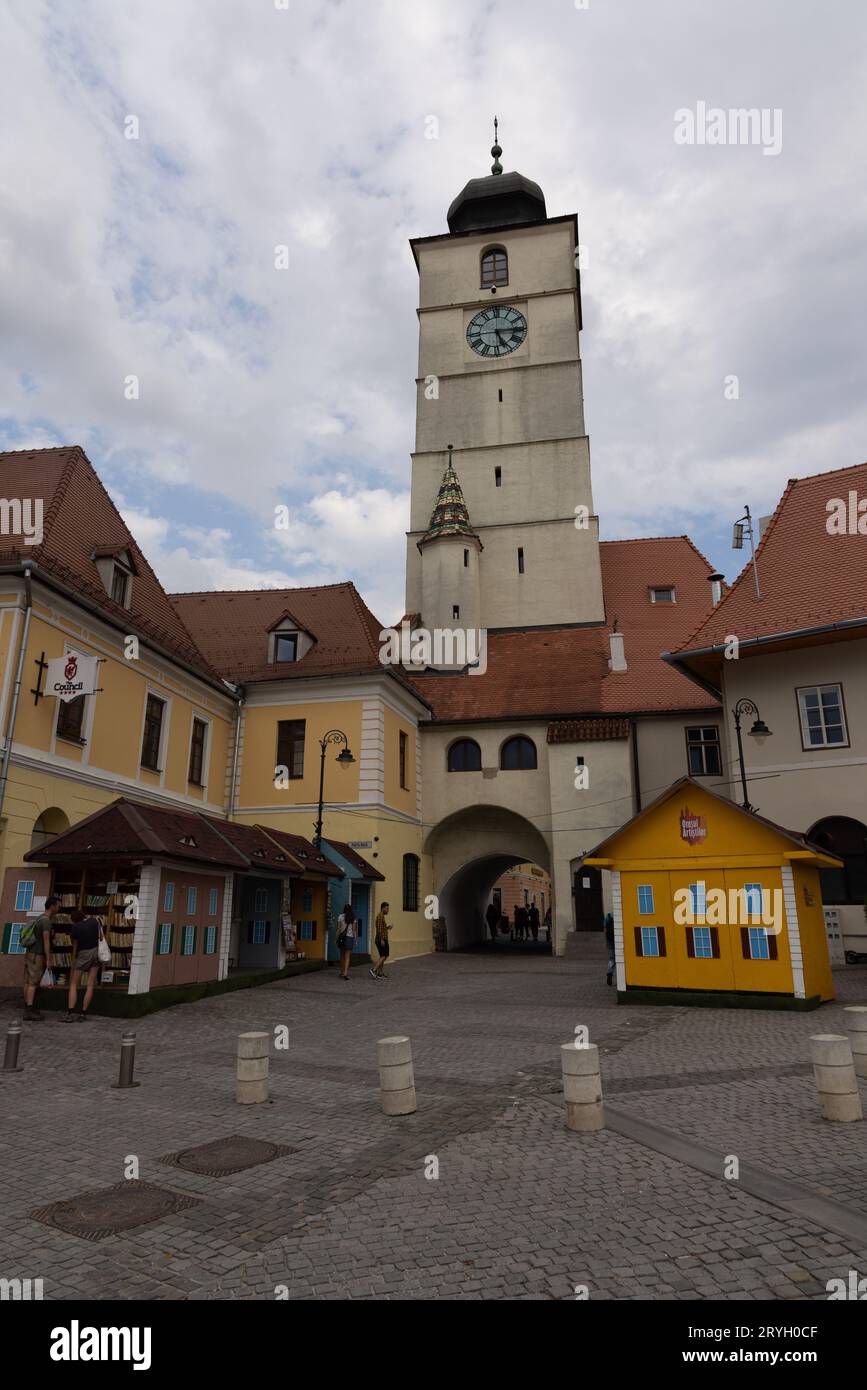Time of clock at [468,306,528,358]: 5:15
